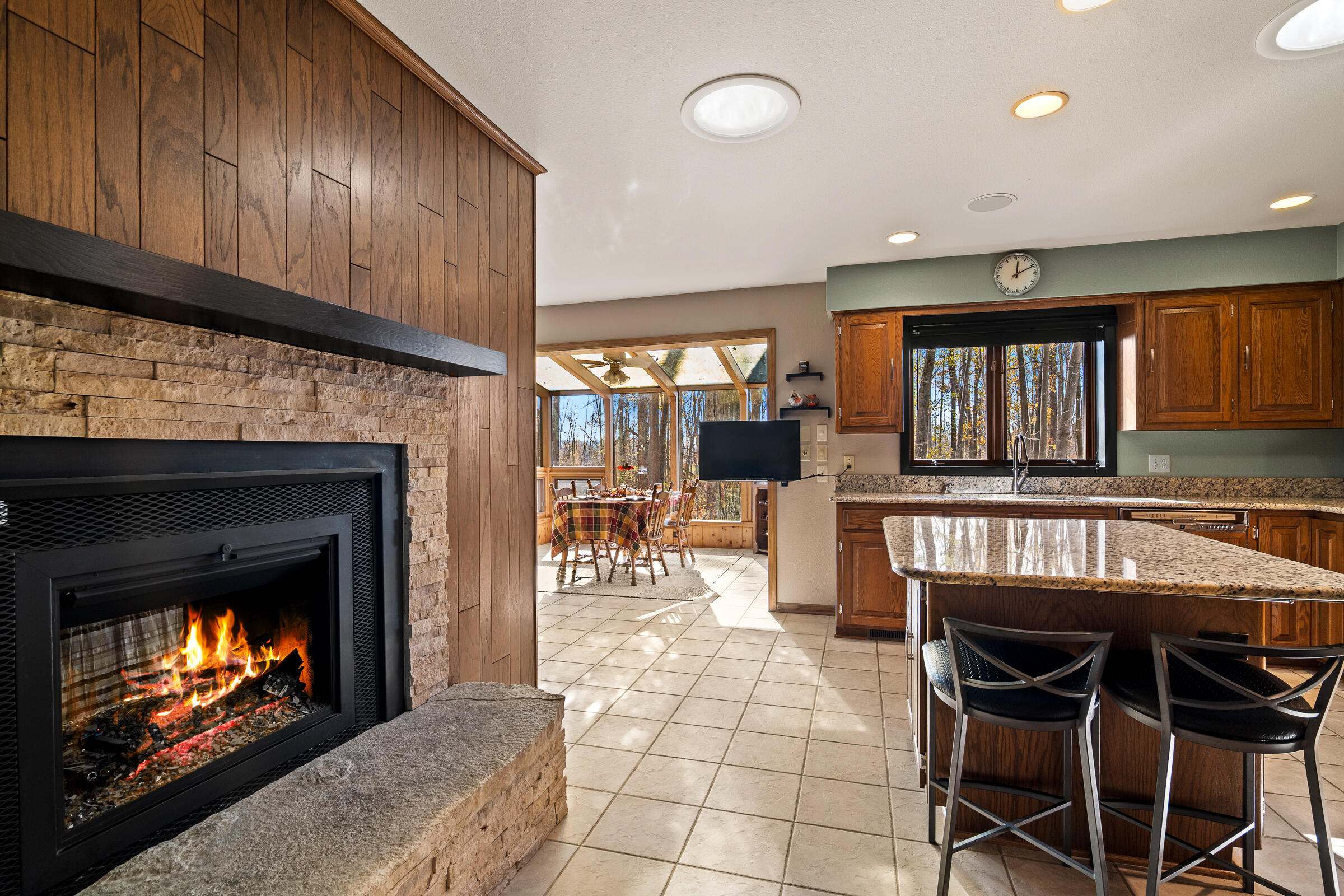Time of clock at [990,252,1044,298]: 12:10
